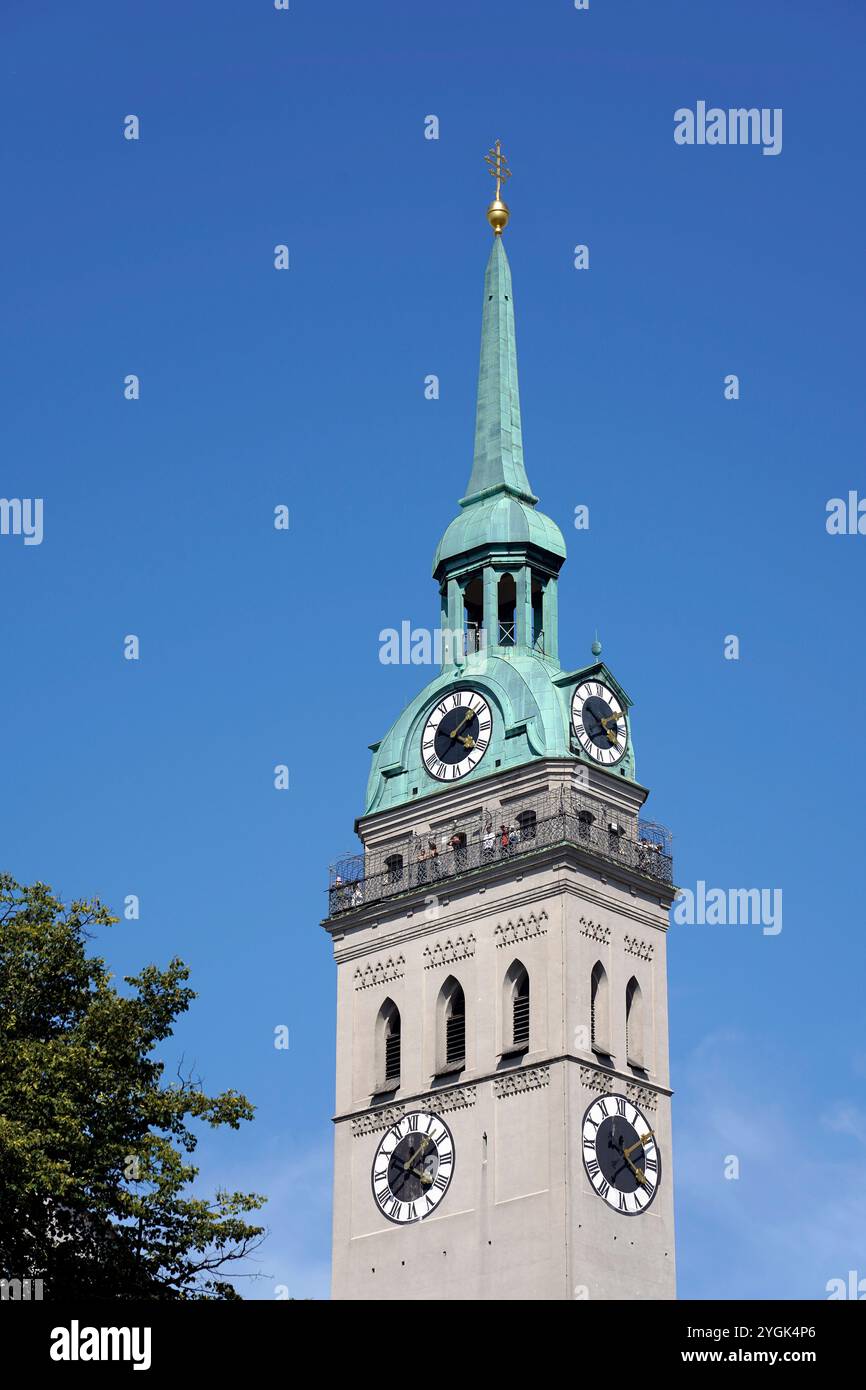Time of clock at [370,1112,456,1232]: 1:37
